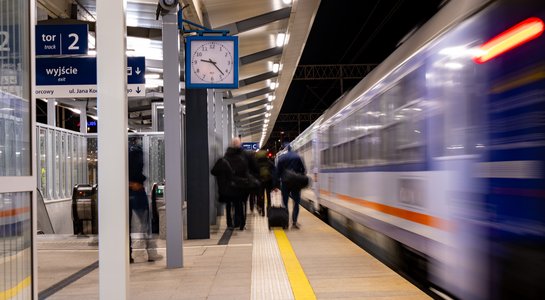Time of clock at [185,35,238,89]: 9:22
